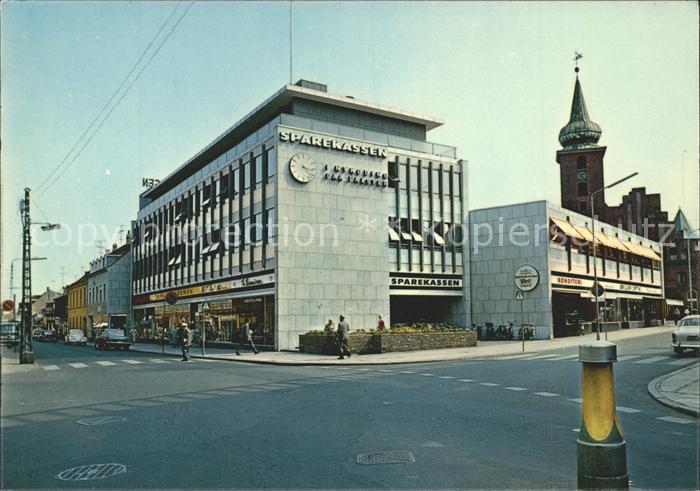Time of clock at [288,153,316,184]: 3:22
